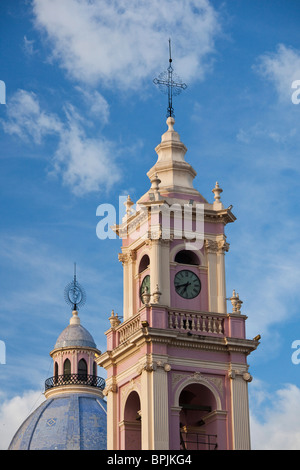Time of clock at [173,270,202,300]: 6:41
